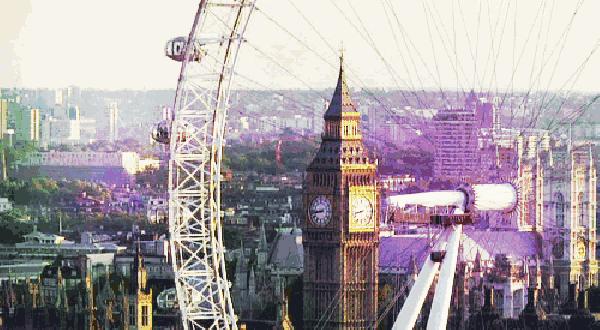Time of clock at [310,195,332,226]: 8:43
